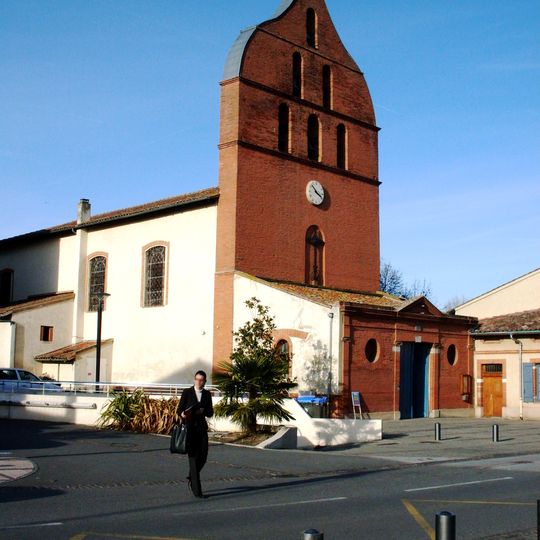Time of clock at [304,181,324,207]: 3:52
